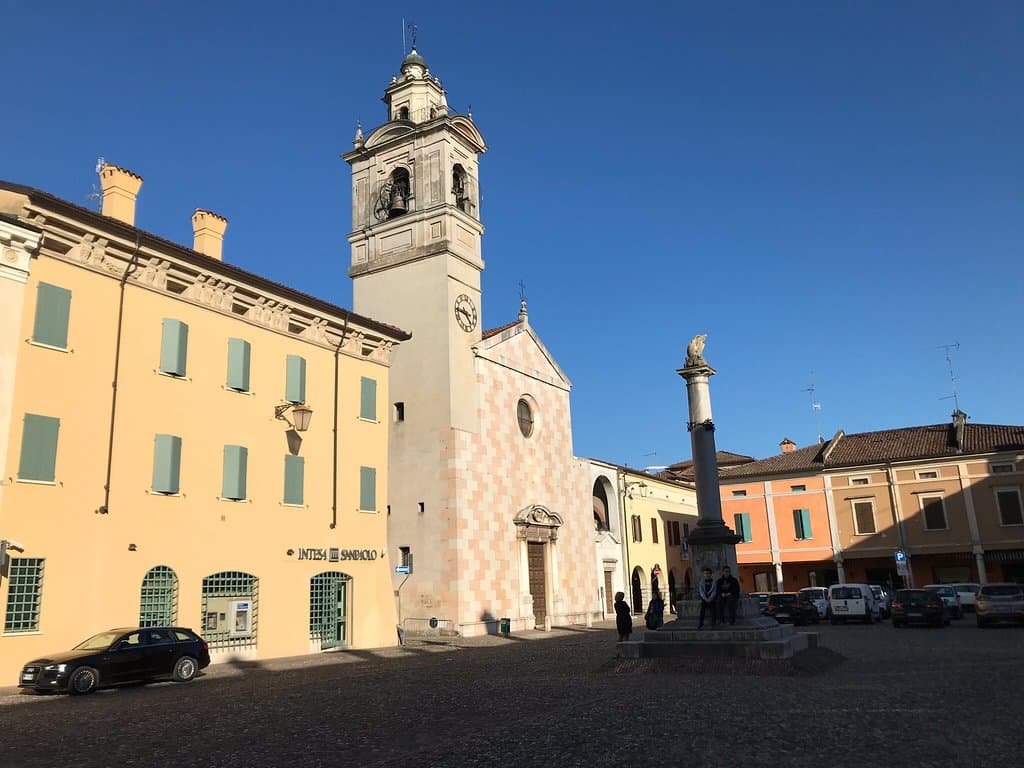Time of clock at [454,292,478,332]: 4:45
